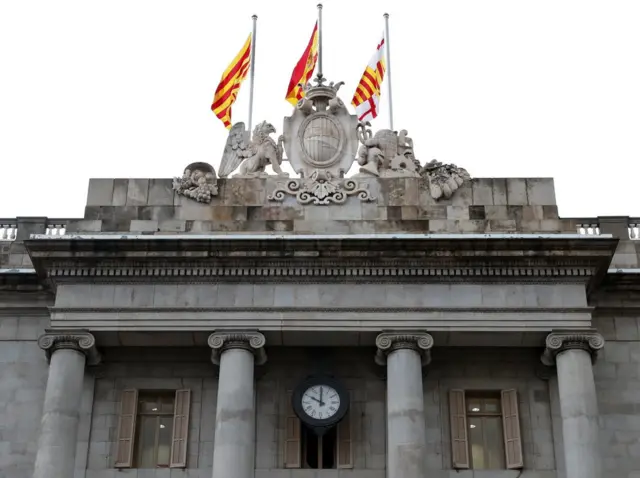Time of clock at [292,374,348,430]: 10:00
